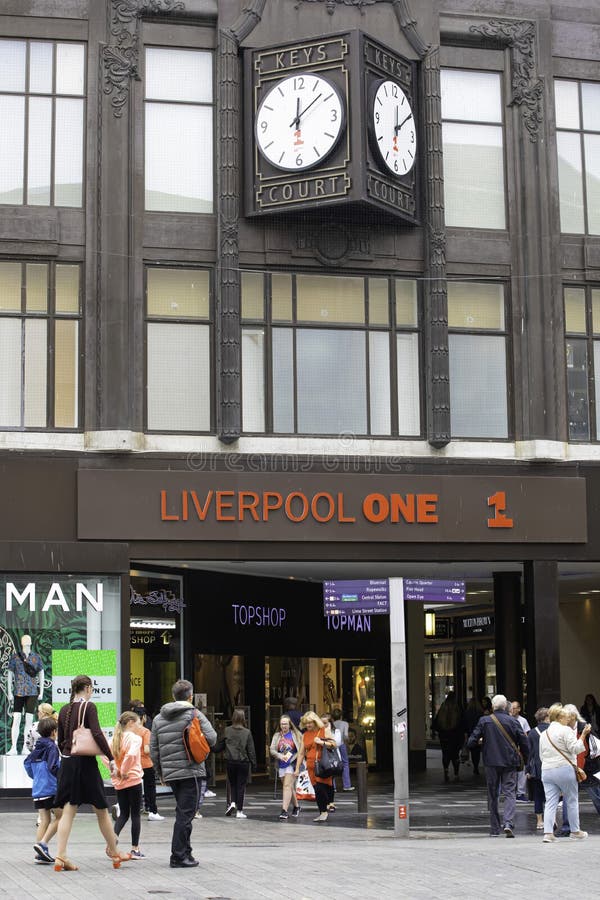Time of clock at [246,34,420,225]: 12:07
